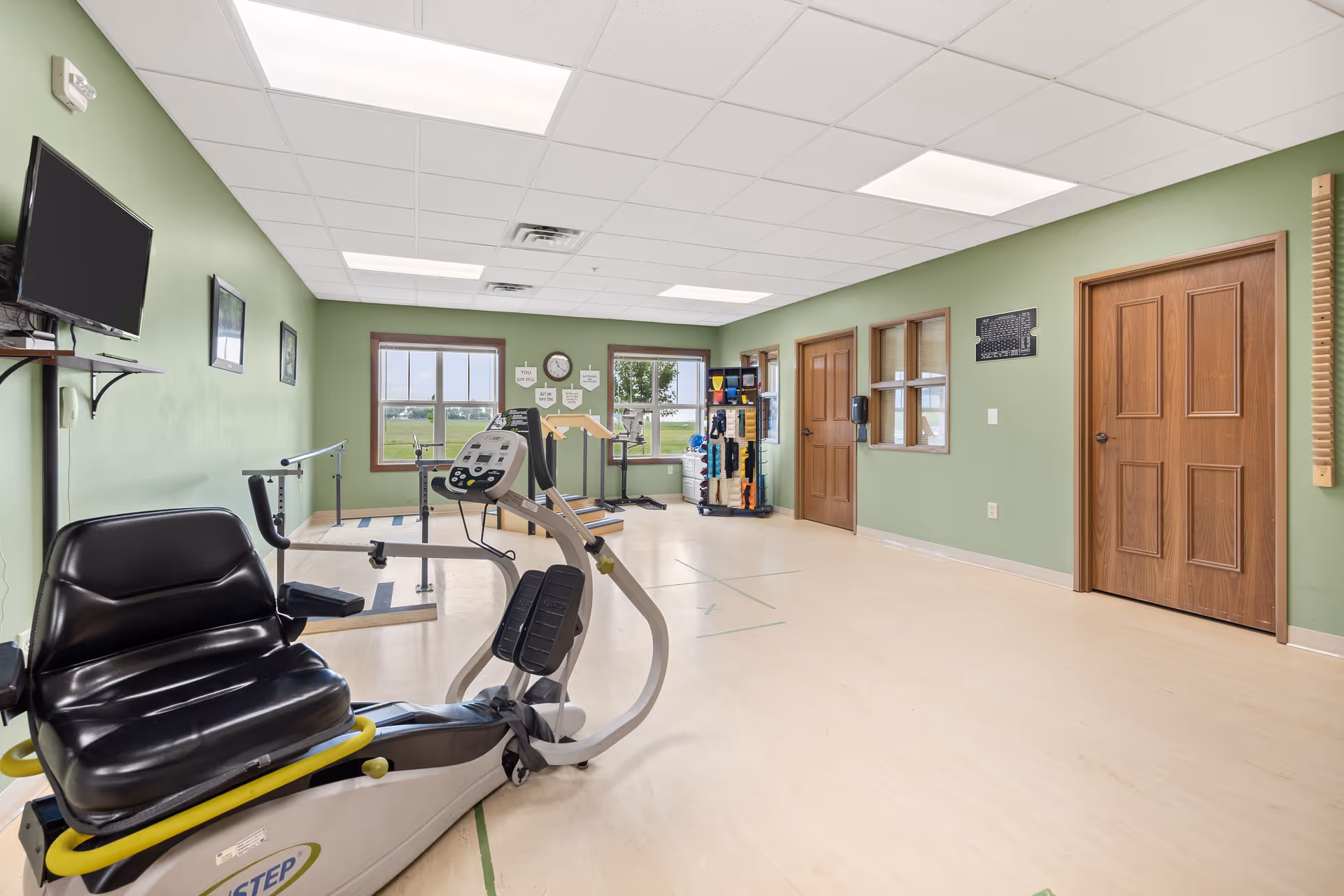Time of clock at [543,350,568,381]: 11:21
